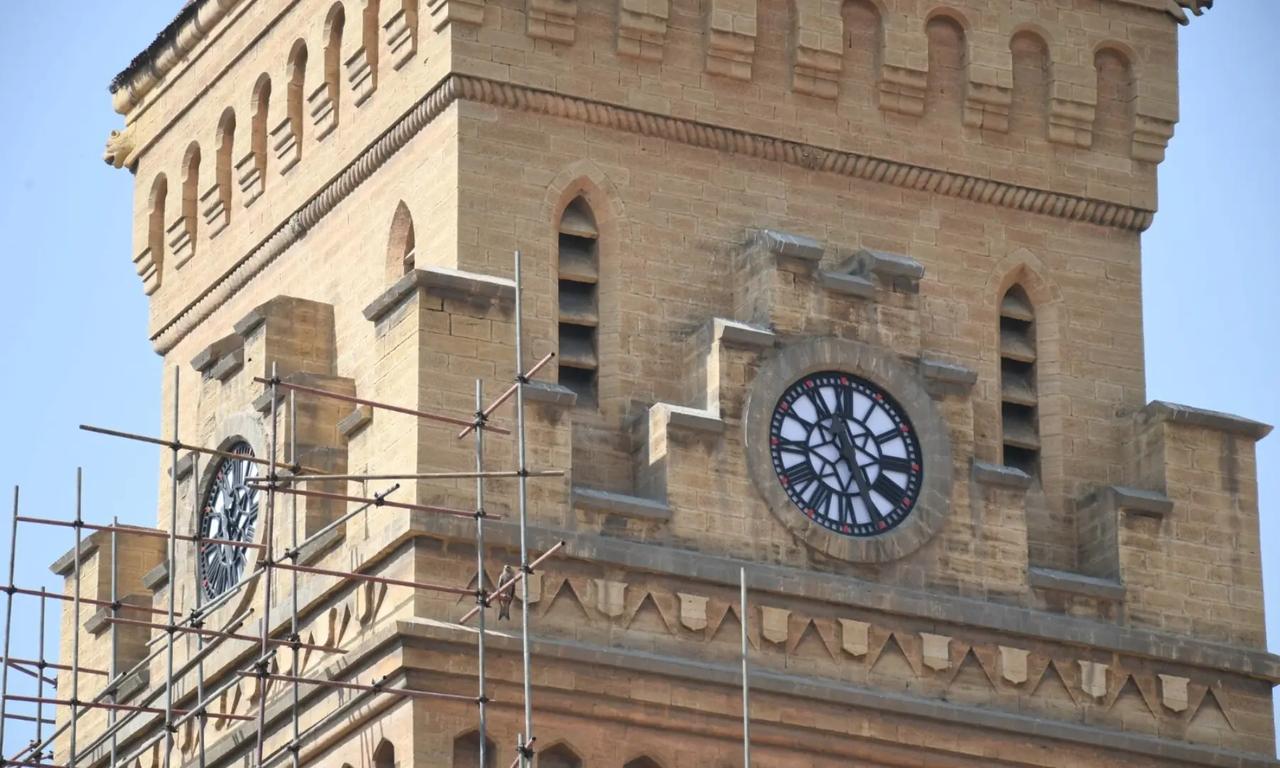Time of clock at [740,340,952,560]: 11:25
